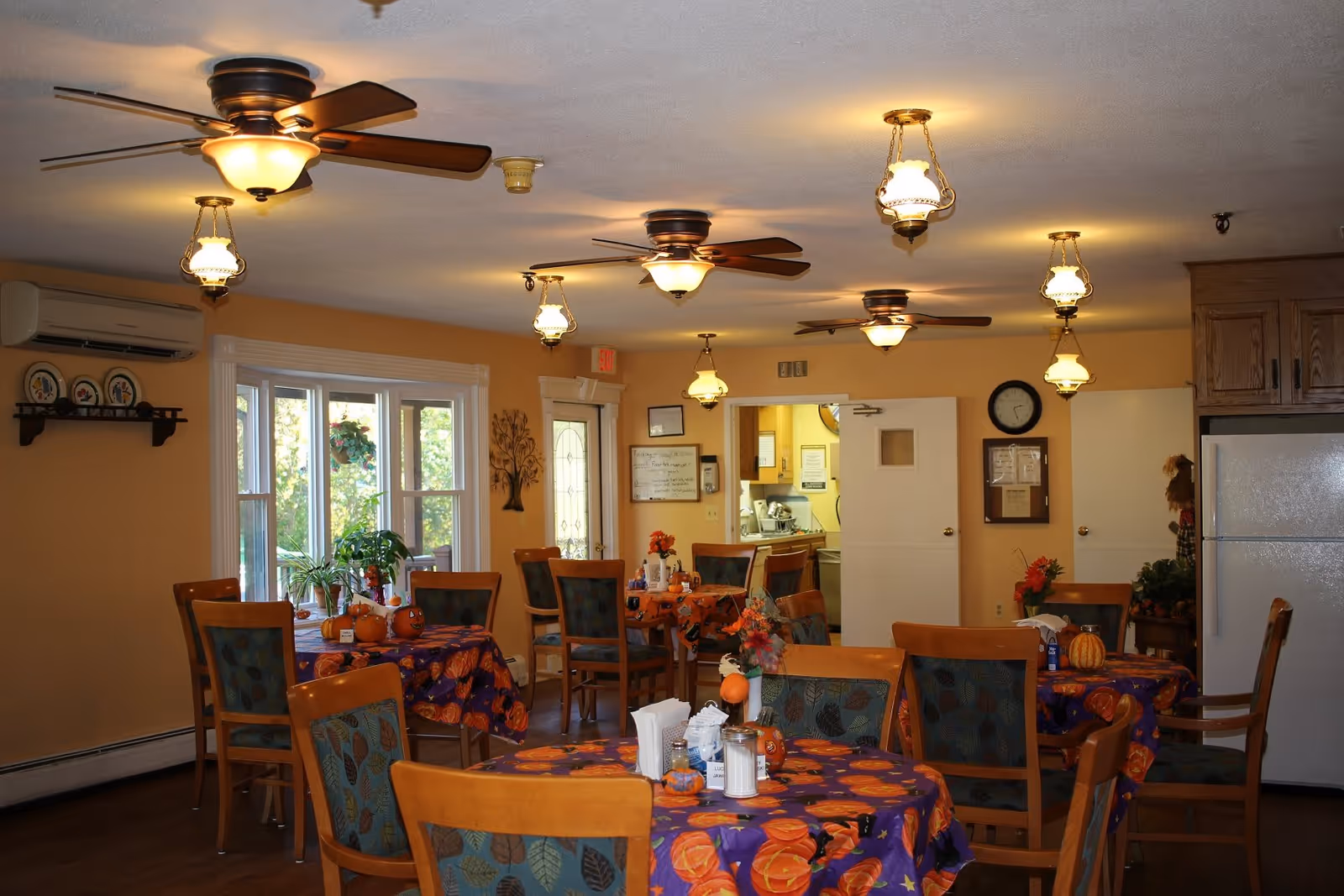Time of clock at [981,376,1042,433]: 2:26
